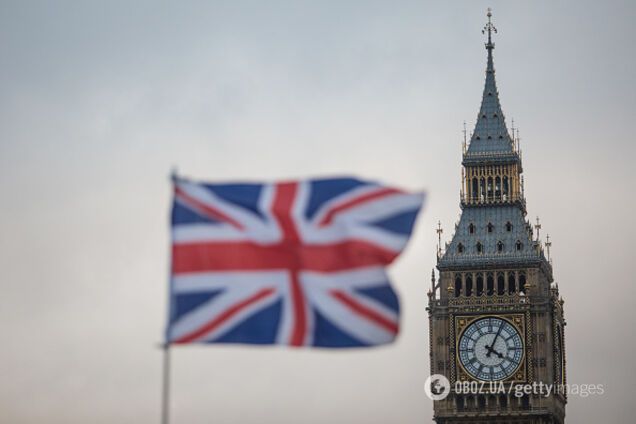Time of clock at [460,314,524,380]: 4:04
